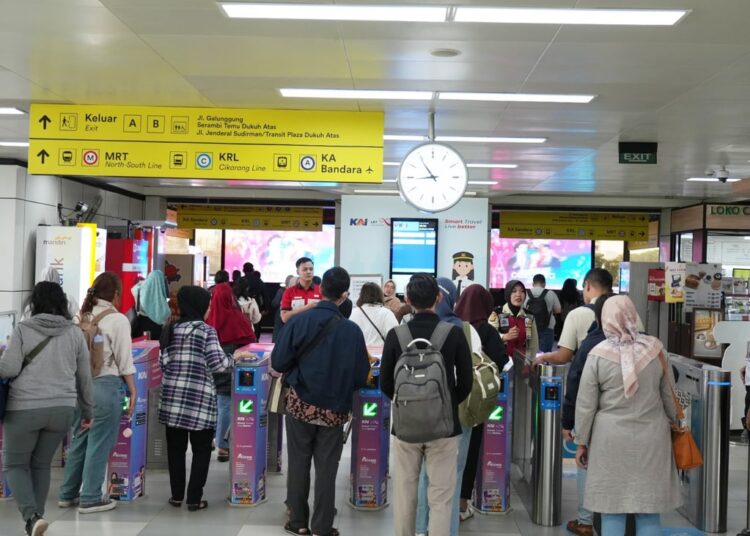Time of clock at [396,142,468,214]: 8:54
